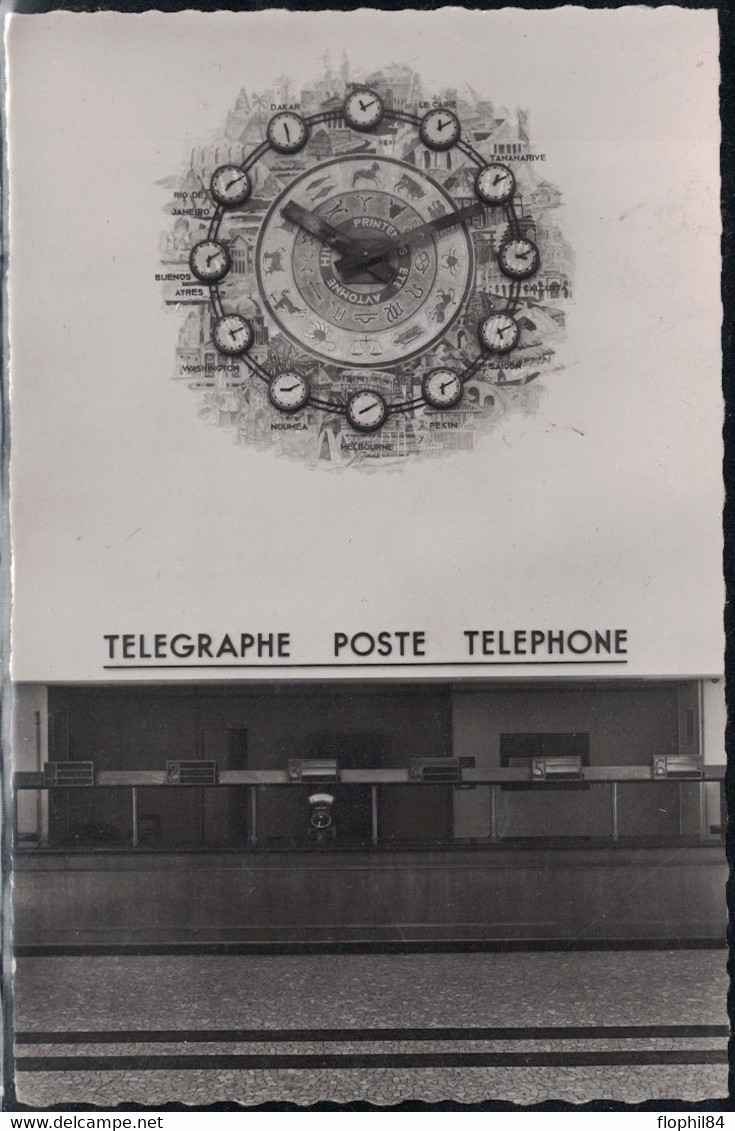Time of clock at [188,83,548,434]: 10:11
